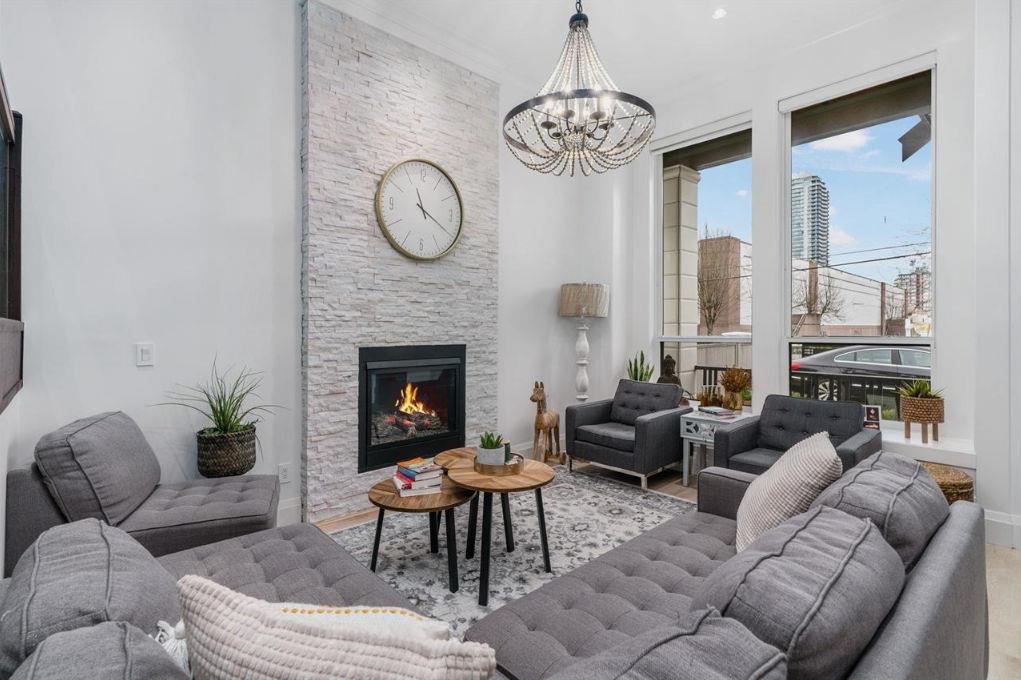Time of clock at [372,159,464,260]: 11:20
